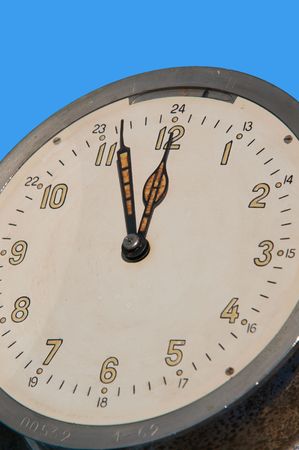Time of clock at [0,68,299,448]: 11:56
